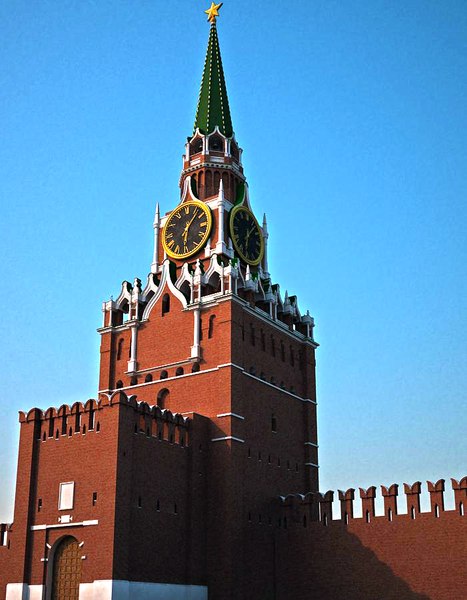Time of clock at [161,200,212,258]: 6:06
